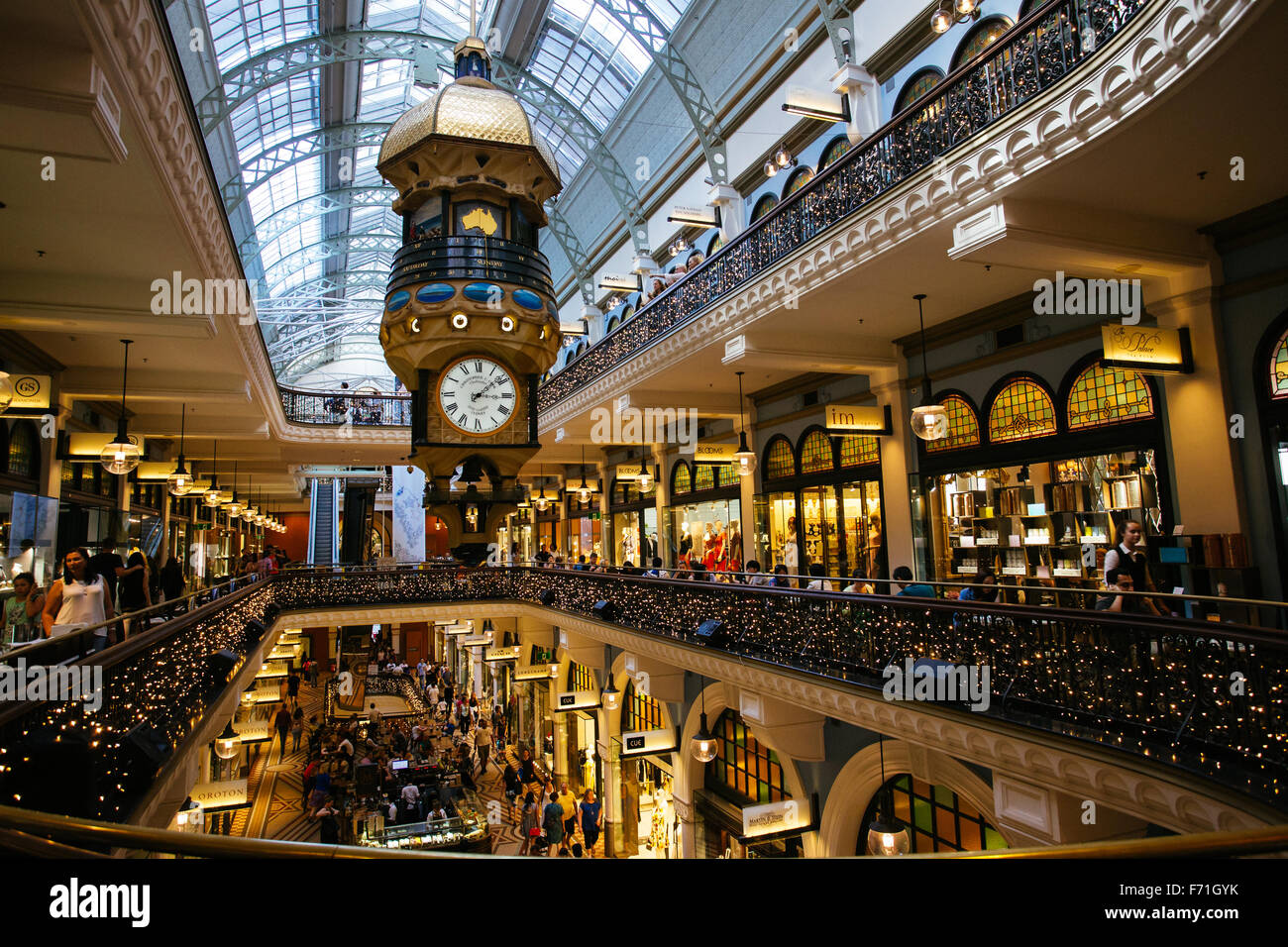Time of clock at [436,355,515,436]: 3:08
